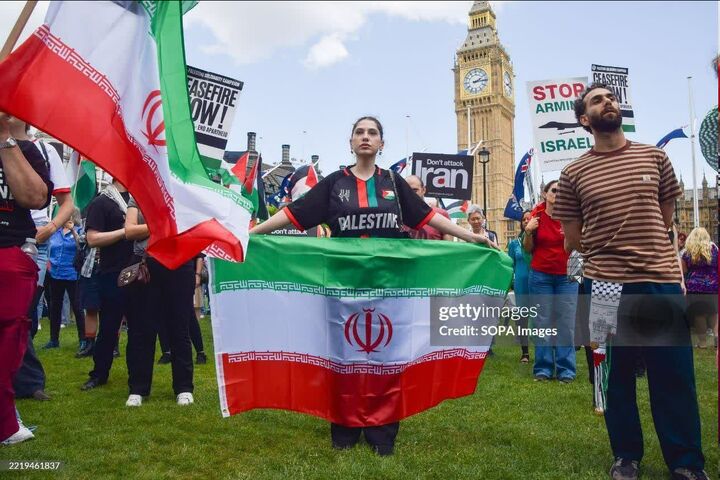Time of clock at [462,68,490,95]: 2:14
